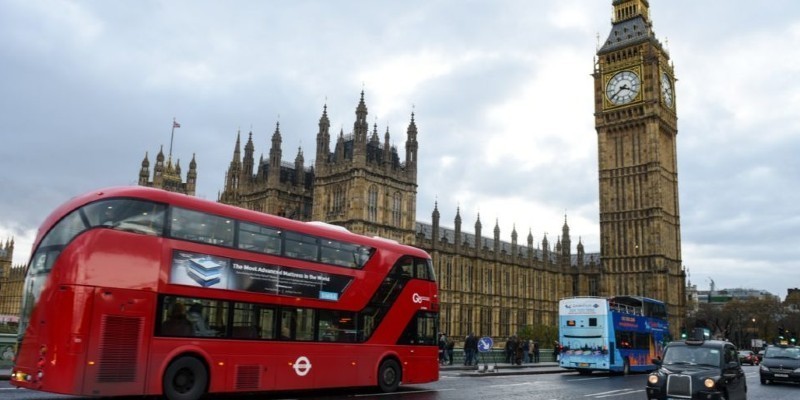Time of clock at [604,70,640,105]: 3:39
